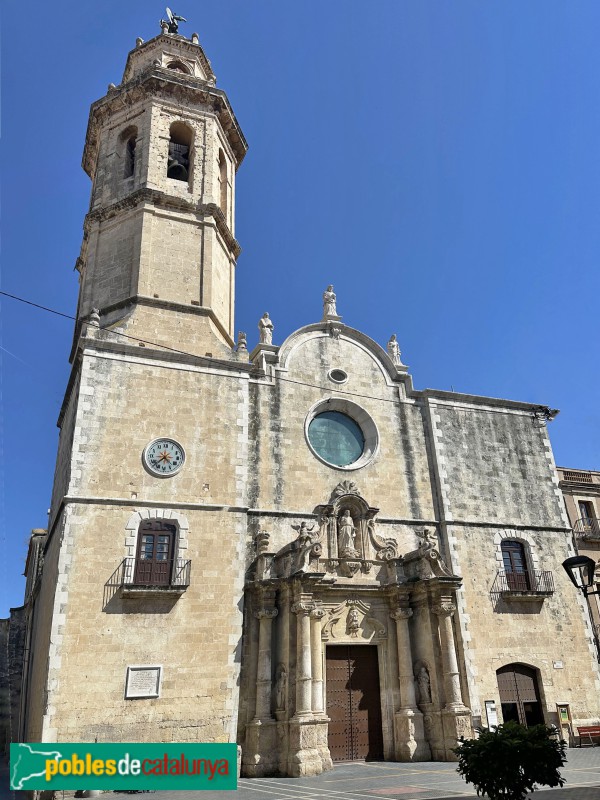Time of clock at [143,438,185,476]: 4:37
